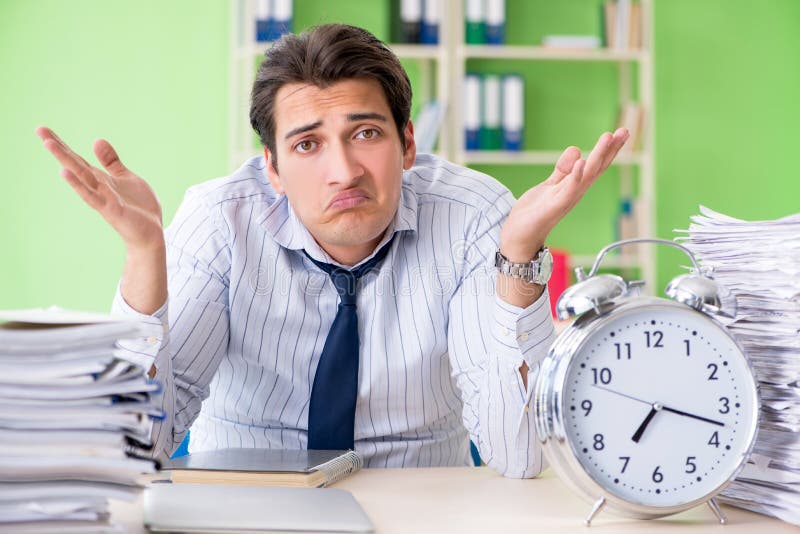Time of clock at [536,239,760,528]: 7:17
